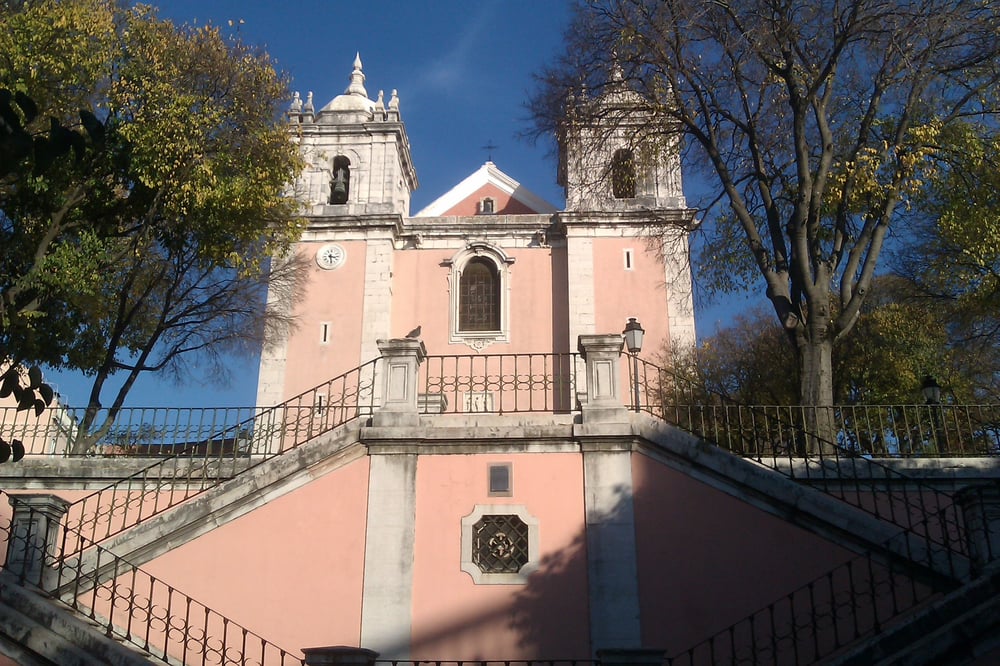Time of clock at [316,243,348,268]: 3:28
